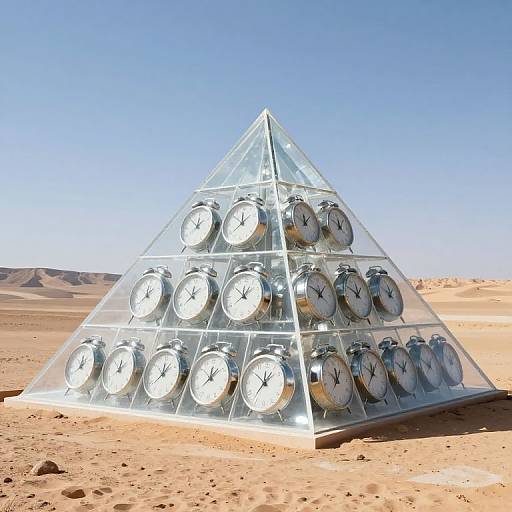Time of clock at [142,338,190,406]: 12:07
